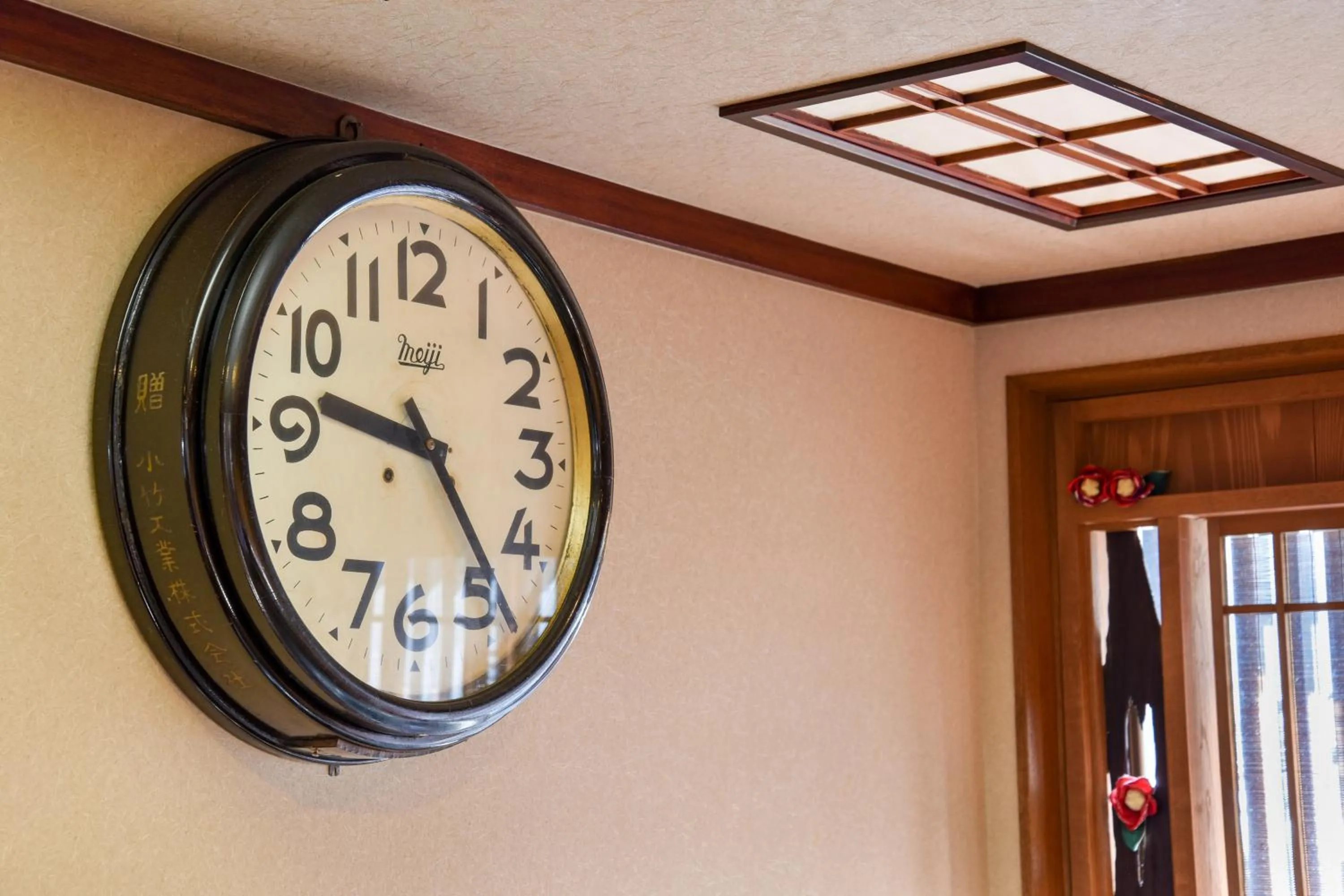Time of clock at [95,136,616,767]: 9:23
